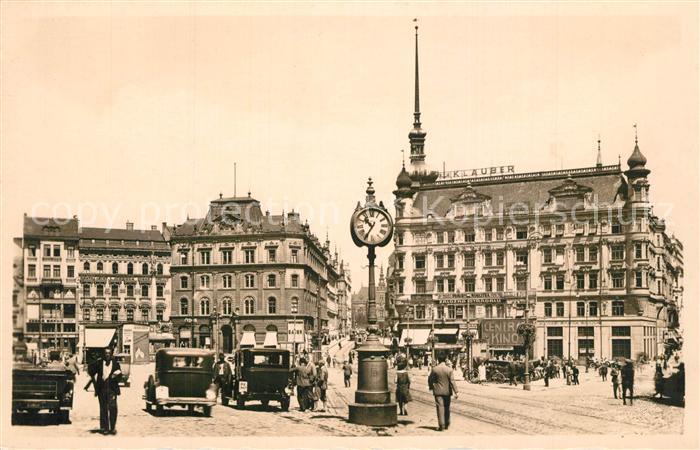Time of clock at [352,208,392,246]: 10:35
